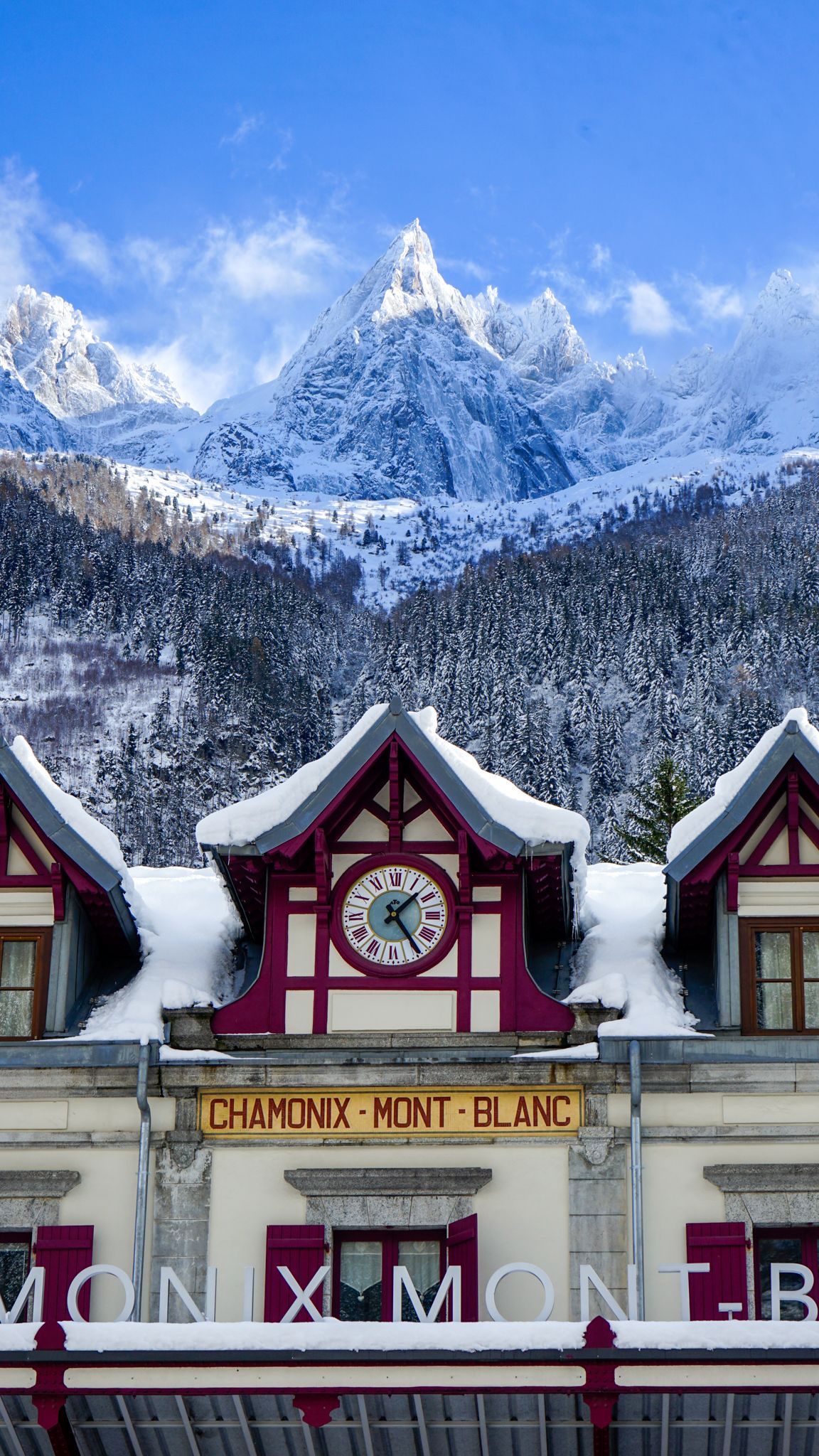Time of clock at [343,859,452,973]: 1:24
